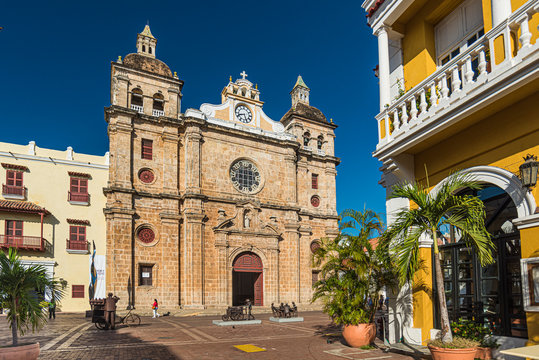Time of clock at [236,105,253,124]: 8:26
